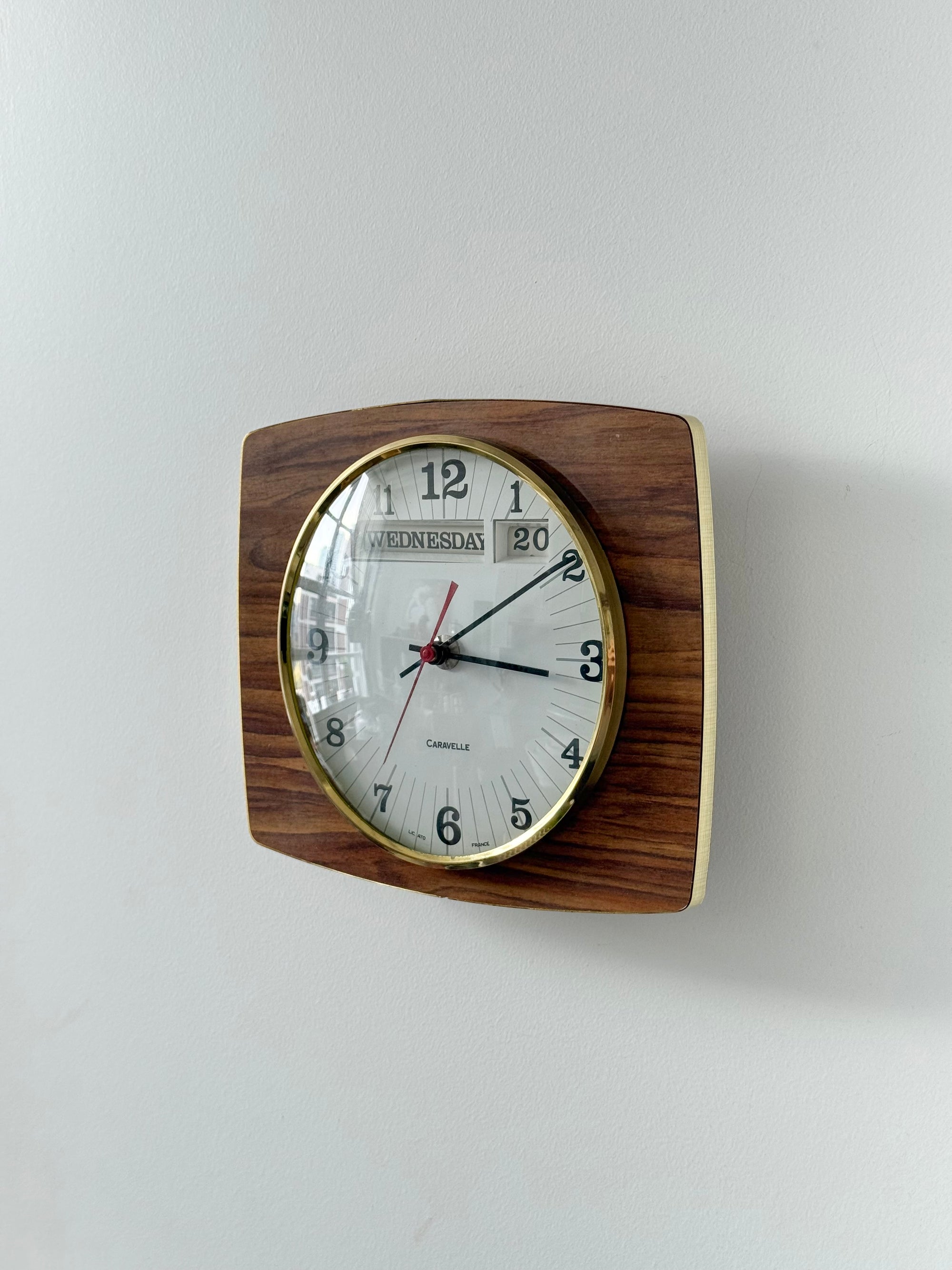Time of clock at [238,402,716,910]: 3:09
